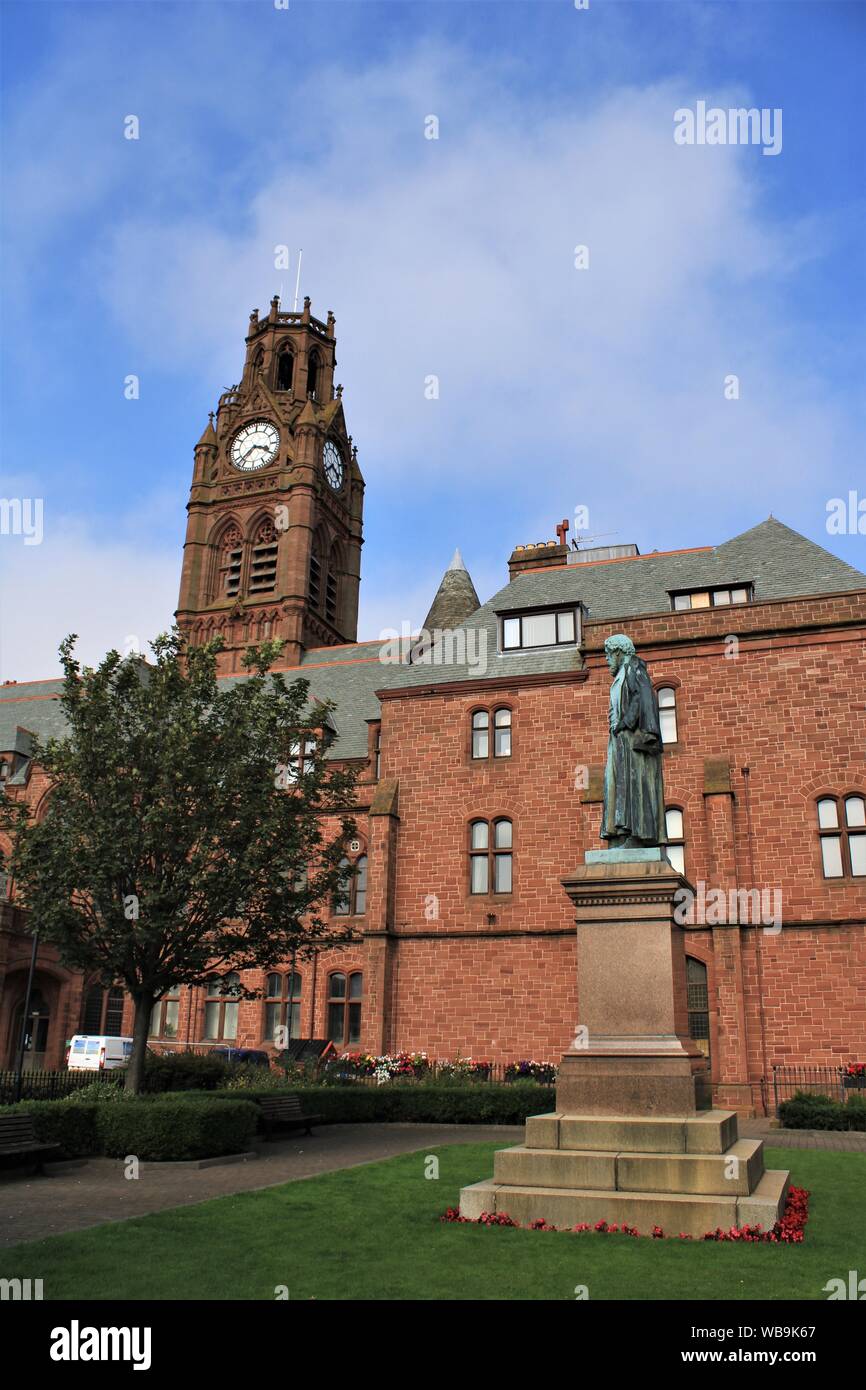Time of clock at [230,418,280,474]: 3:37
